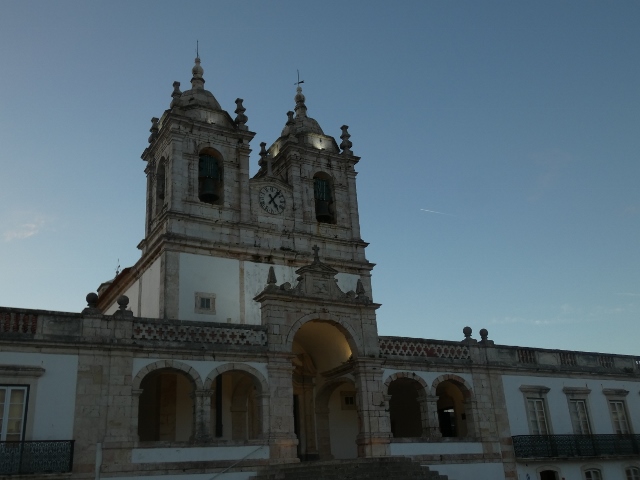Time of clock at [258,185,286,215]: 11:06
